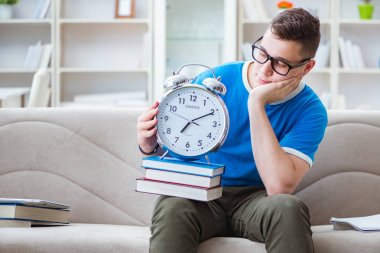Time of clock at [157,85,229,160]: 7:10
